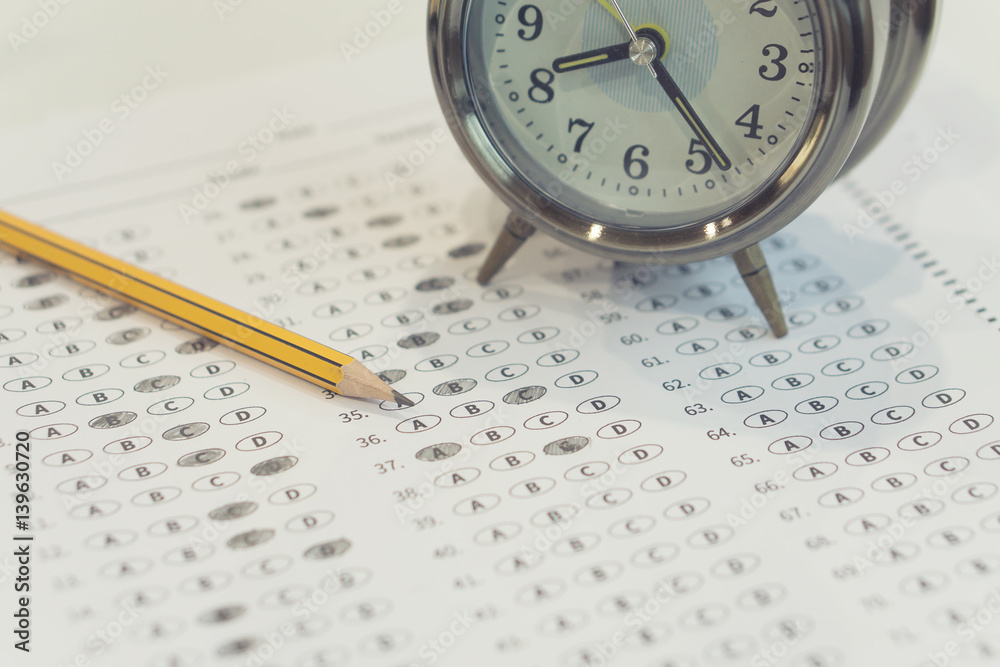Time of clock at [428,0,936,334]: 8:23
